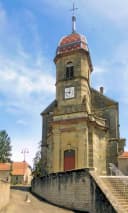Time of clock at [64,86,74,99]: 9:01
